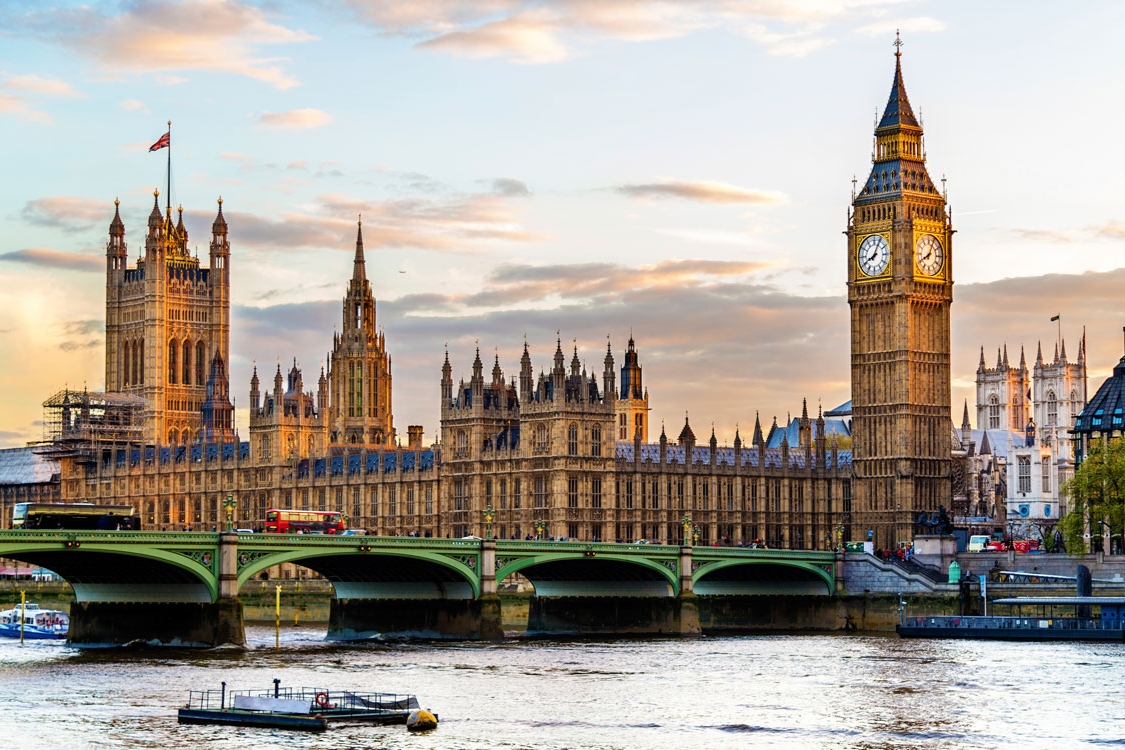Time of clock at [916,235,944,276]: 8:04
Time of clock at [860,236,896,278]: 8:04
